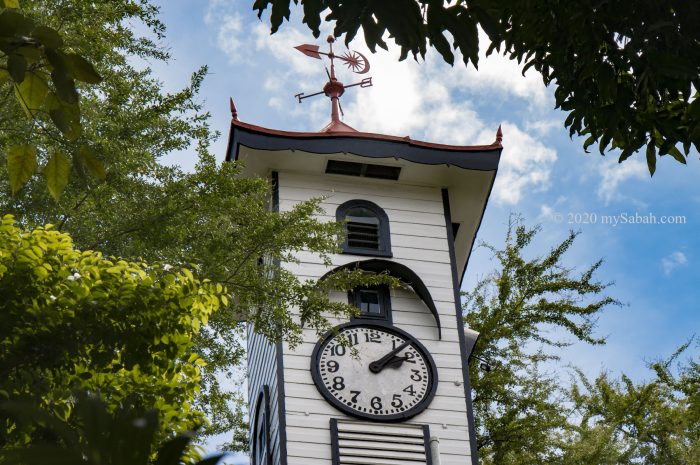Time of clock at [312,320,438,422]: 2:07
